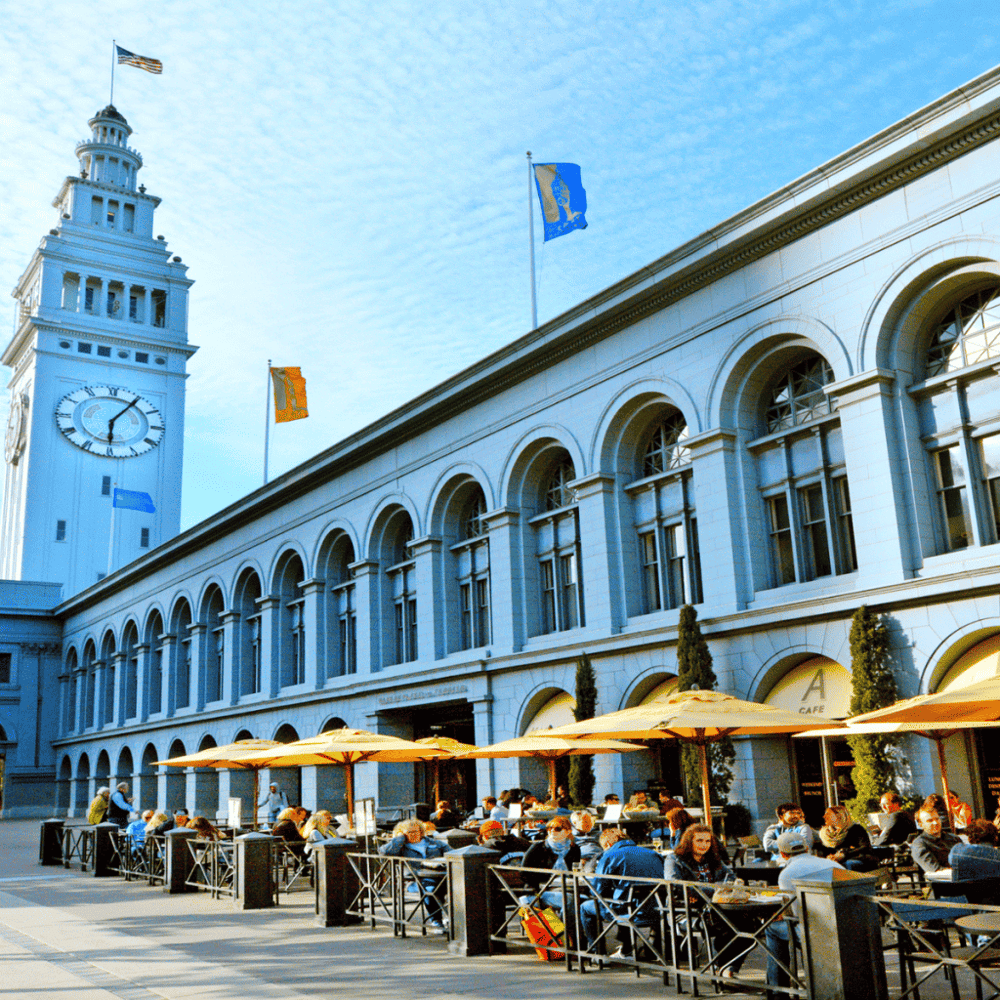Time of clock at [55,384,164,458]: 6:06
